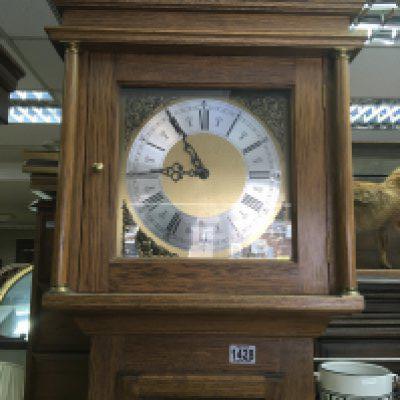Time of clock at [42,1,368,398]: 8:54
